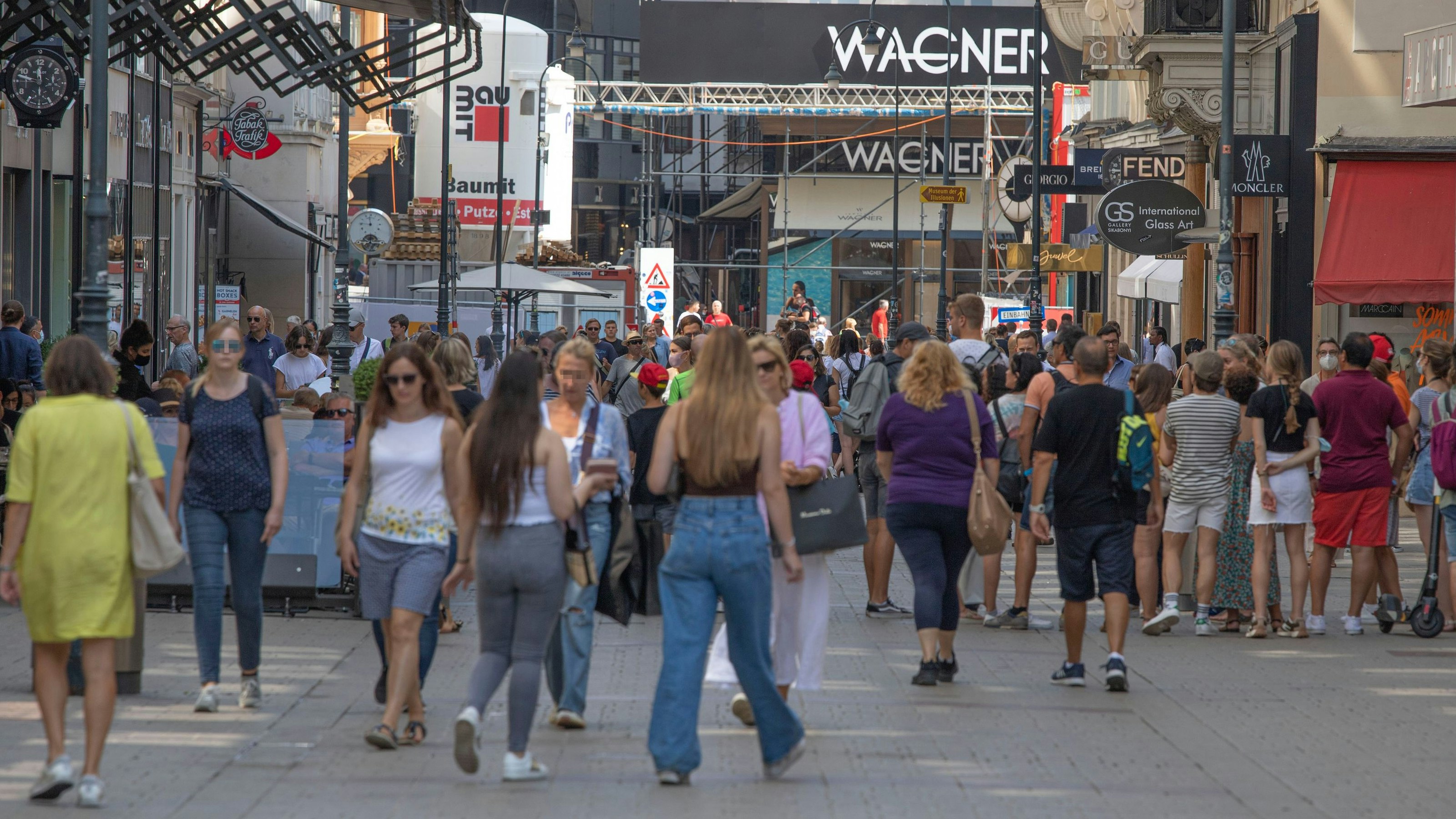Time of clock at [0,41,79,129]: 11:47
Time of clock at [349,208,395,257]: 11:46
